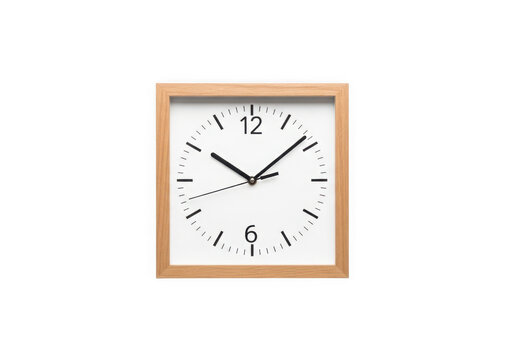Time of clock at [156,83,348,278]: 10:08
